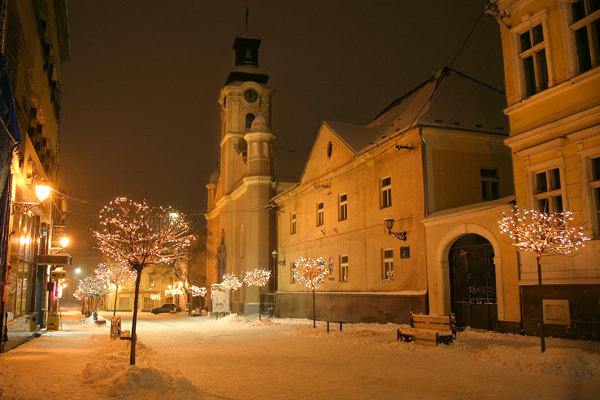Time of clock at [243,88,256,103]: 11:32
